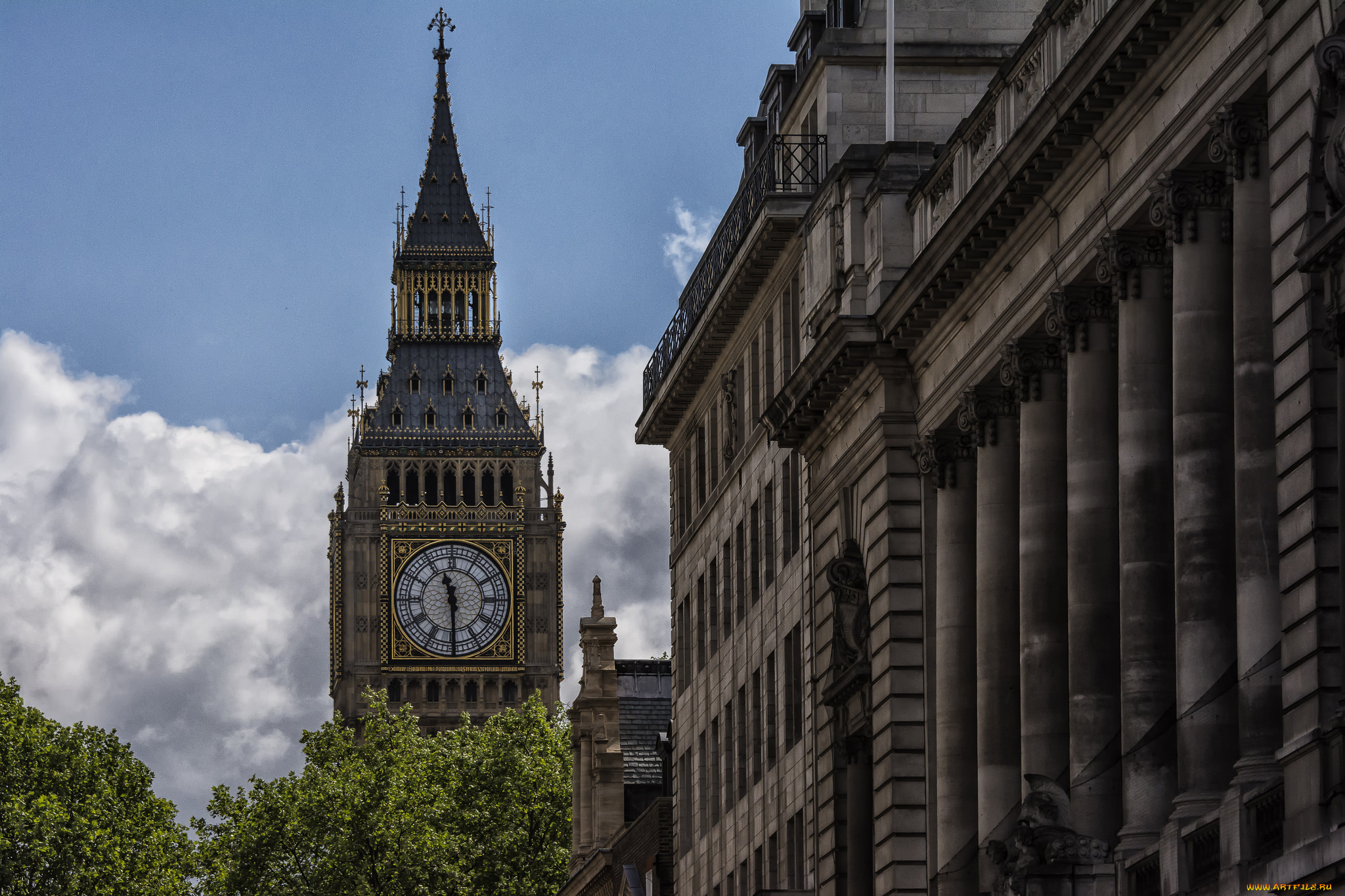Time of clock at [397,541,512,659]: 11:29
